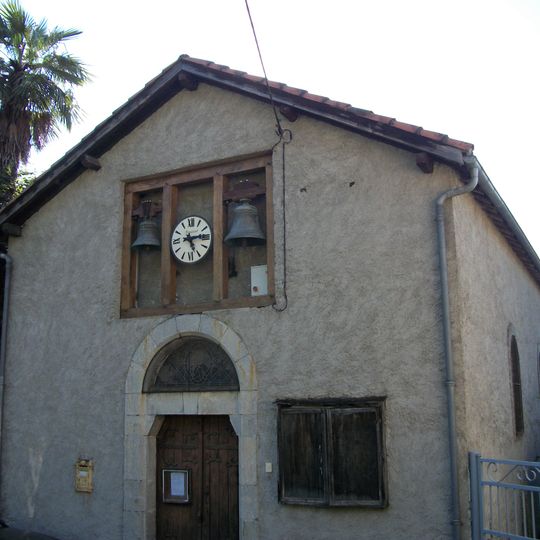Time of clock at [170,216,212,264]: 5:14
